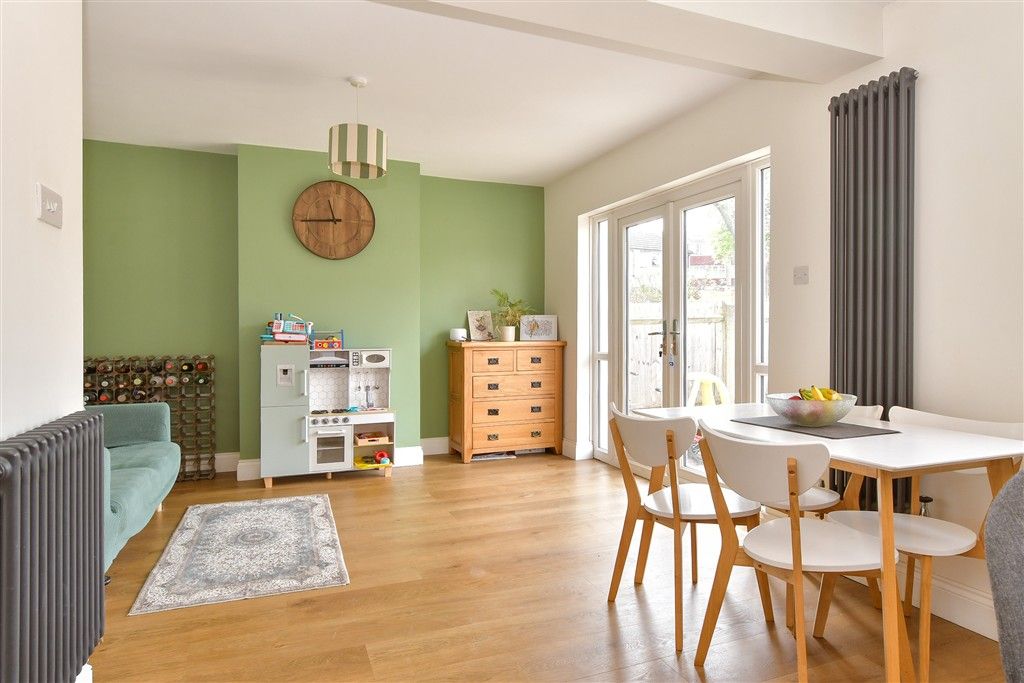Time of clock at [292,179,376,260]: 11:44
